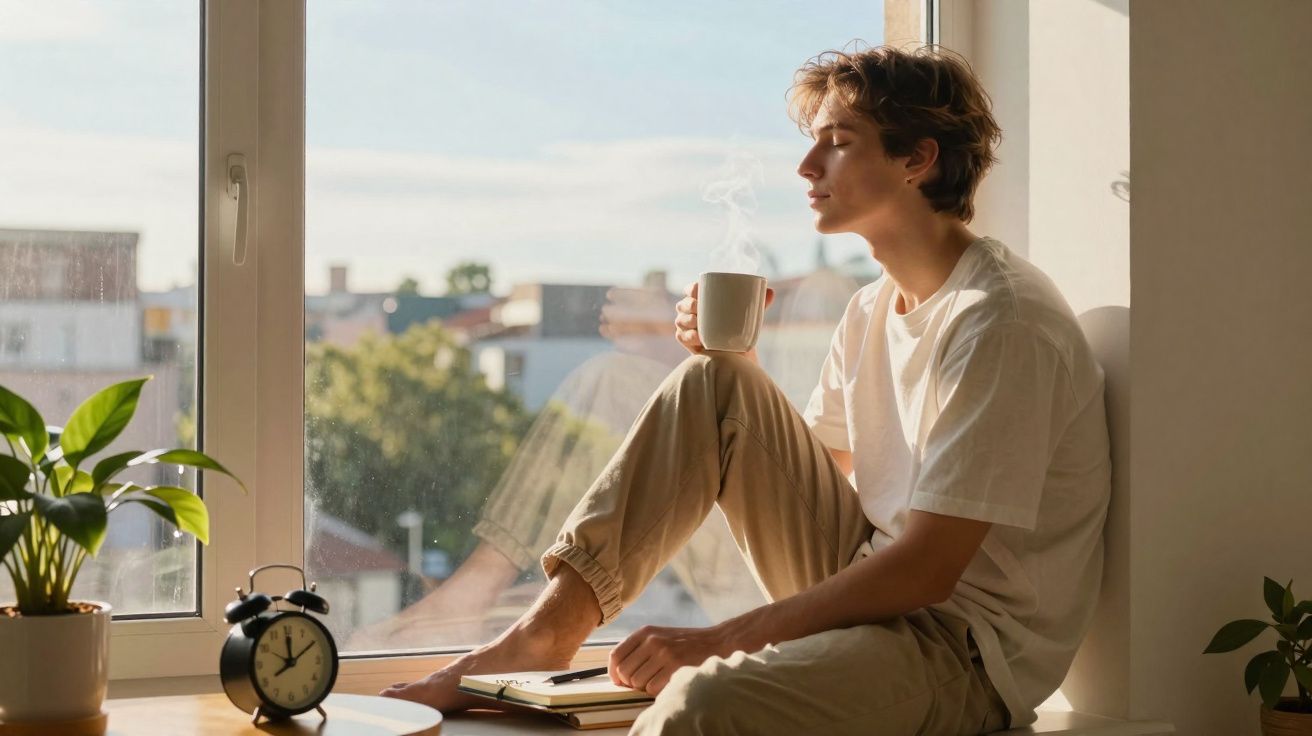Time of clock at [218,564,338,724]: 12:09
